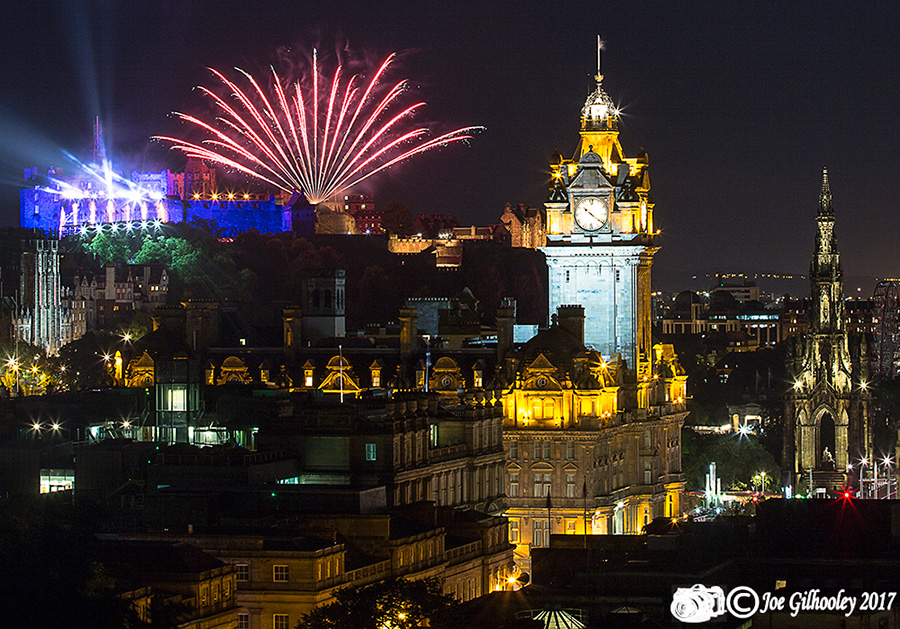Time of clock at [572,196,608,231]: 10:21
